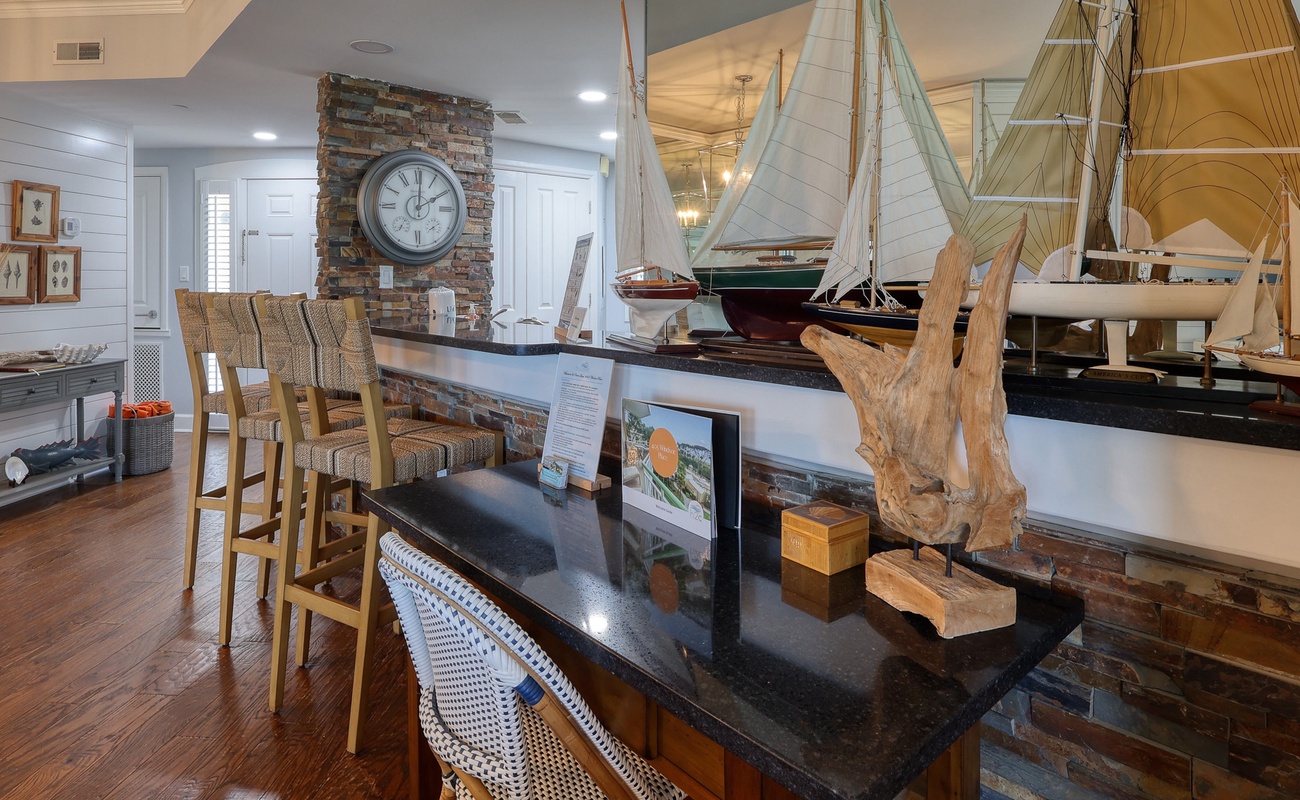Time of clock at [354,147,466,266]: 2:00
